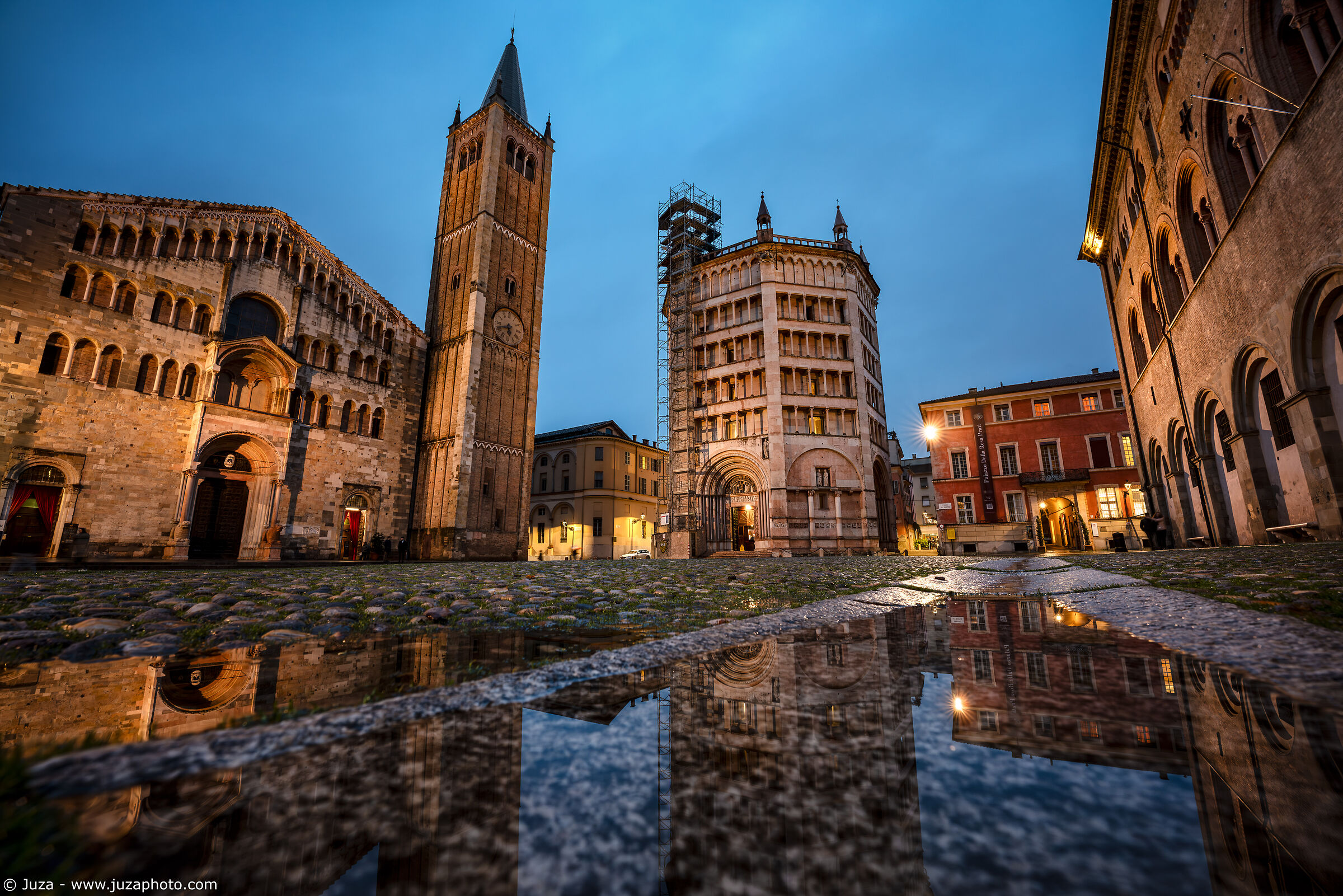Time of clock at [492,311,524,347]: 5:41
